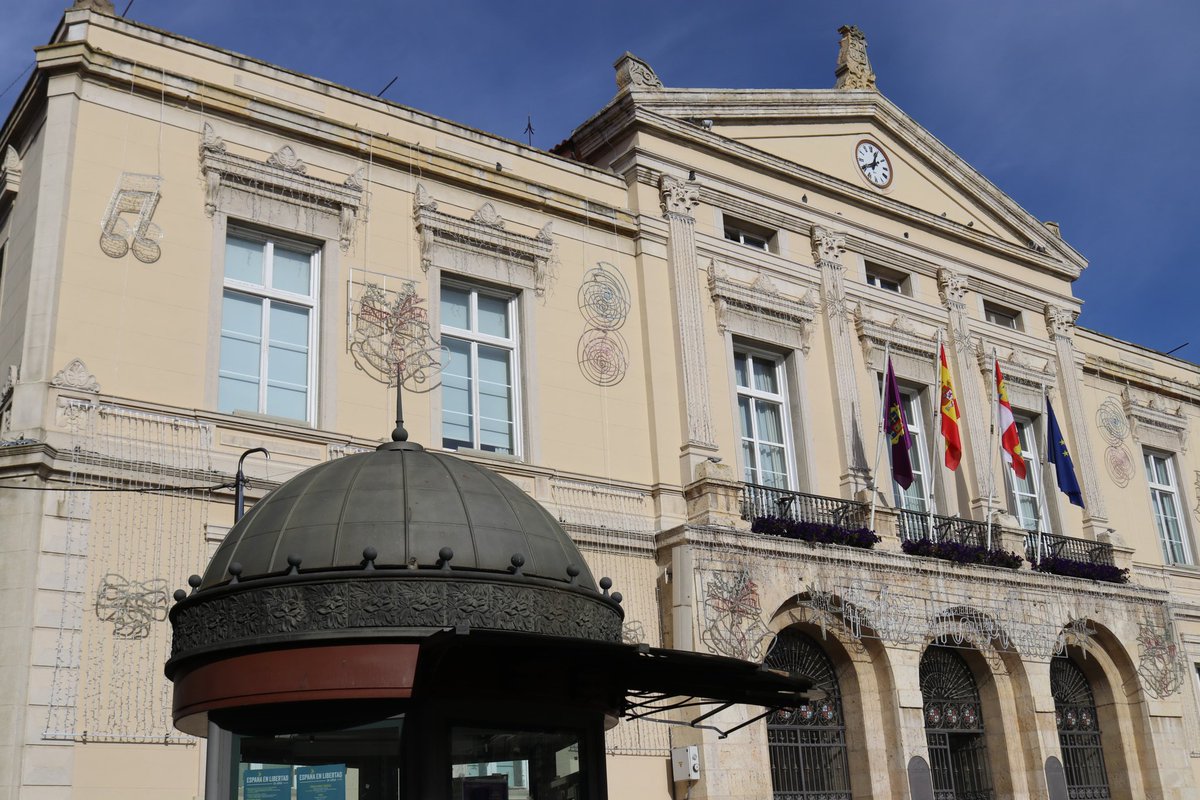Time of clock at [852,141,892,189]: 12:40
